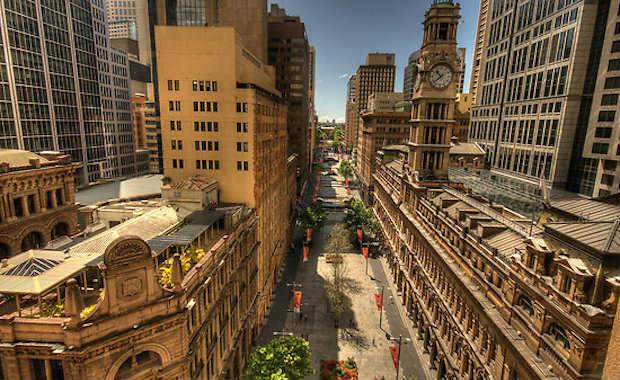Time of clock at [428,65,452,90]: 10:38
